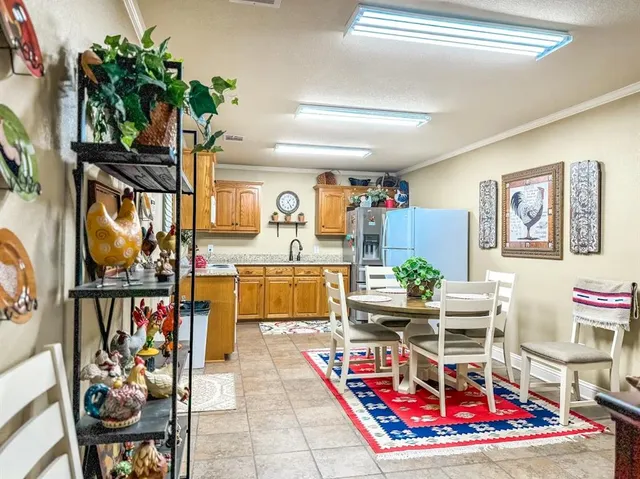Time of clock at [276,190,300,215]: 1:24
